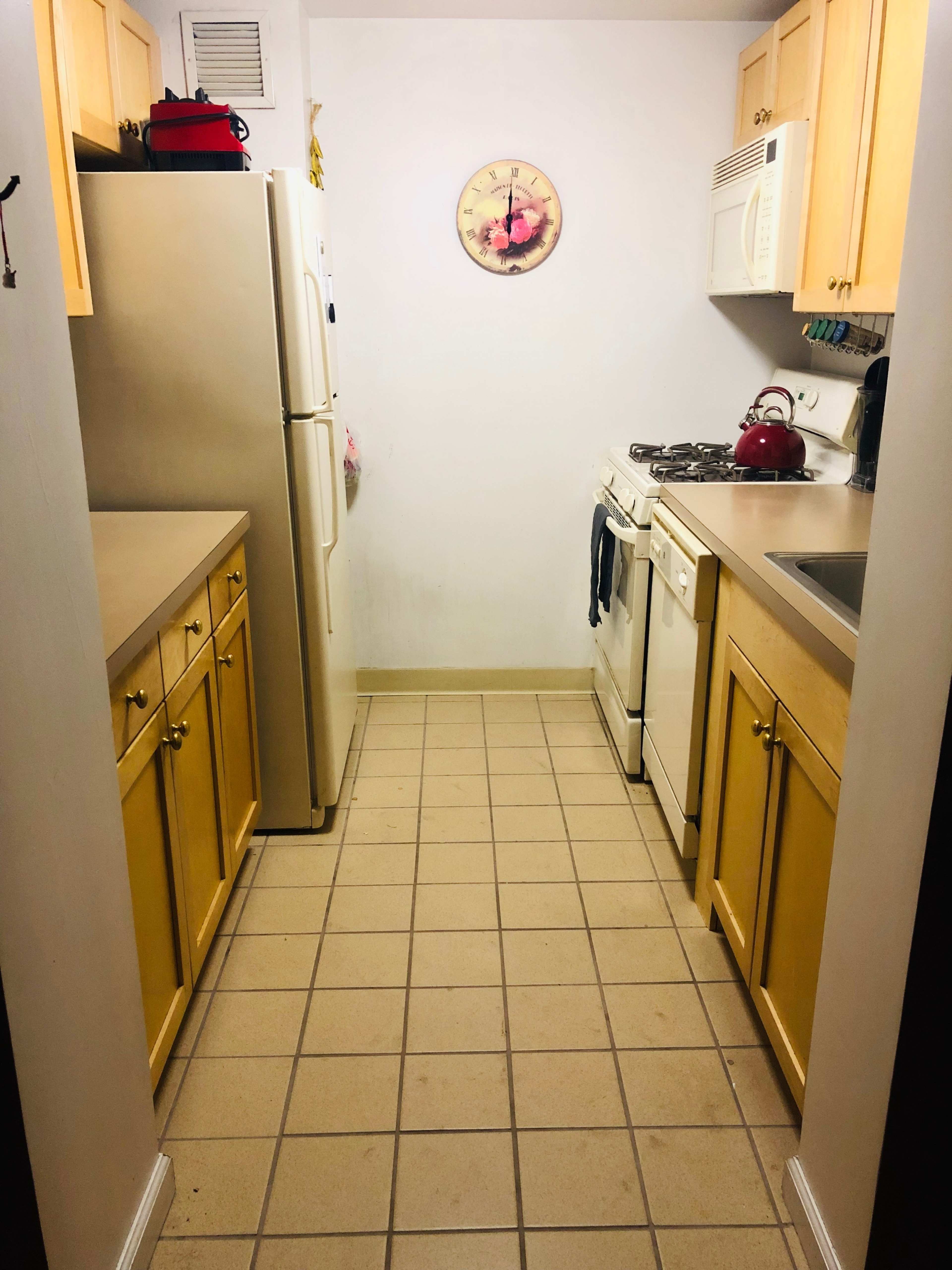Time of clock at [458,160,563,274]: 5:59
